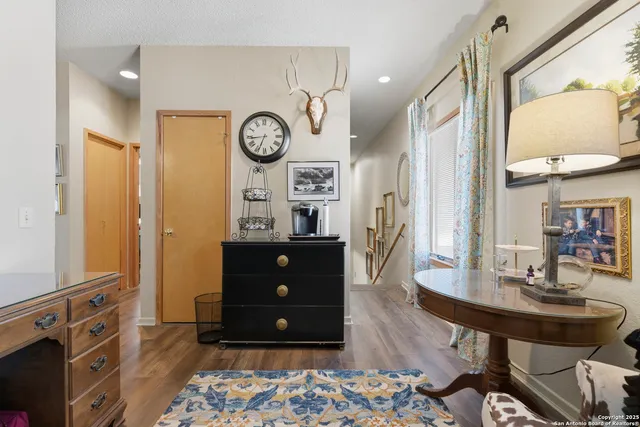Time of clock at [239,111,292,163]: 6:44
